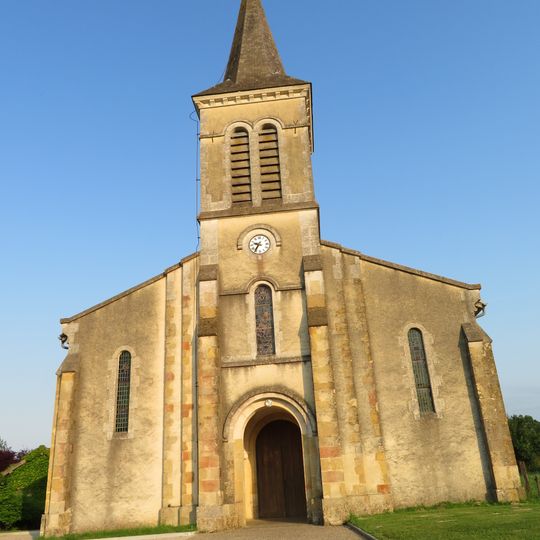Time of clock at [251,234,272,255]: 9:36
